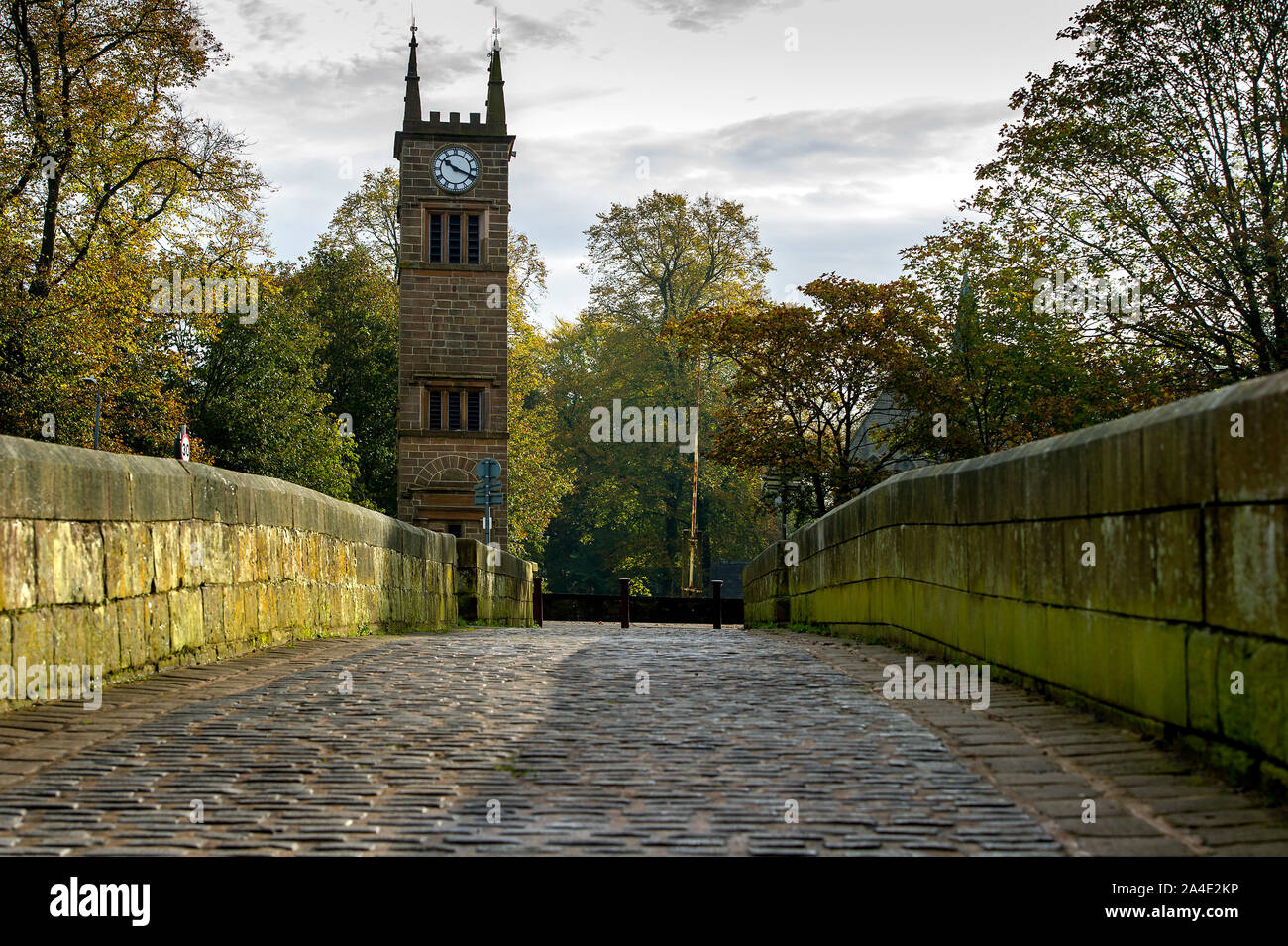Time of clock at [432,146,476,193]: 10:18
